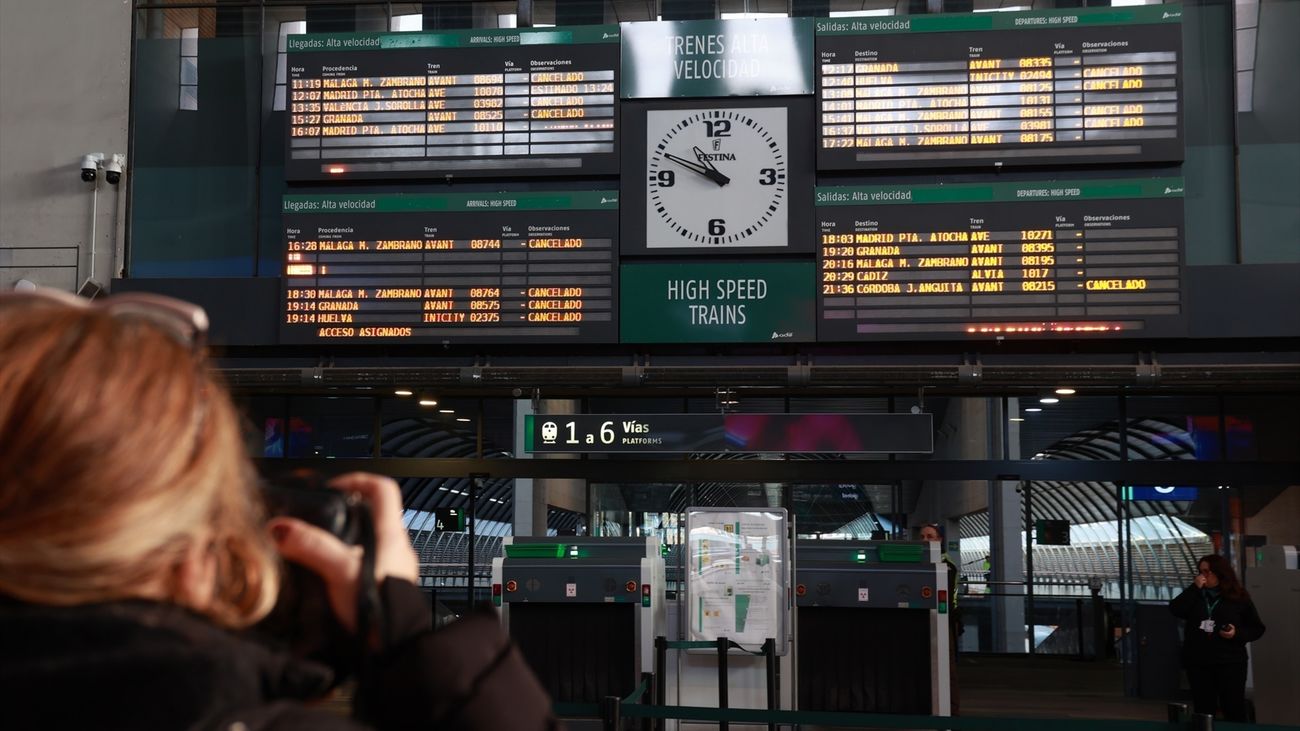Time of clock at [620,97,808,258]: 10:49
